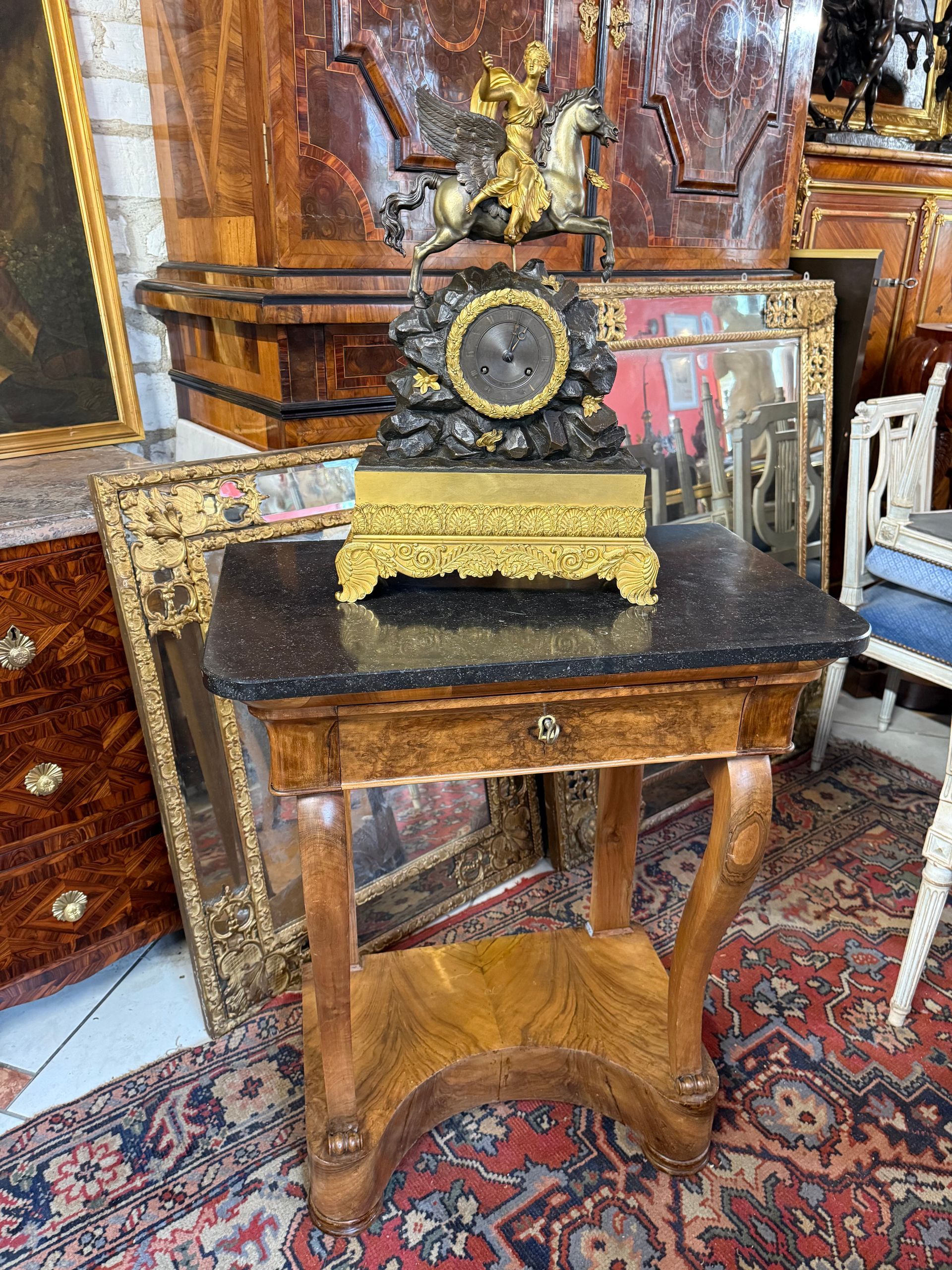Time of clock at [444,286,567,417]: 1:02
